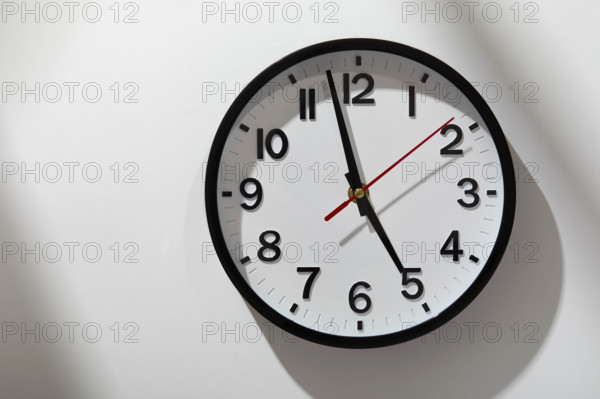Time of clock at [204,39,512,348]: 4:57
